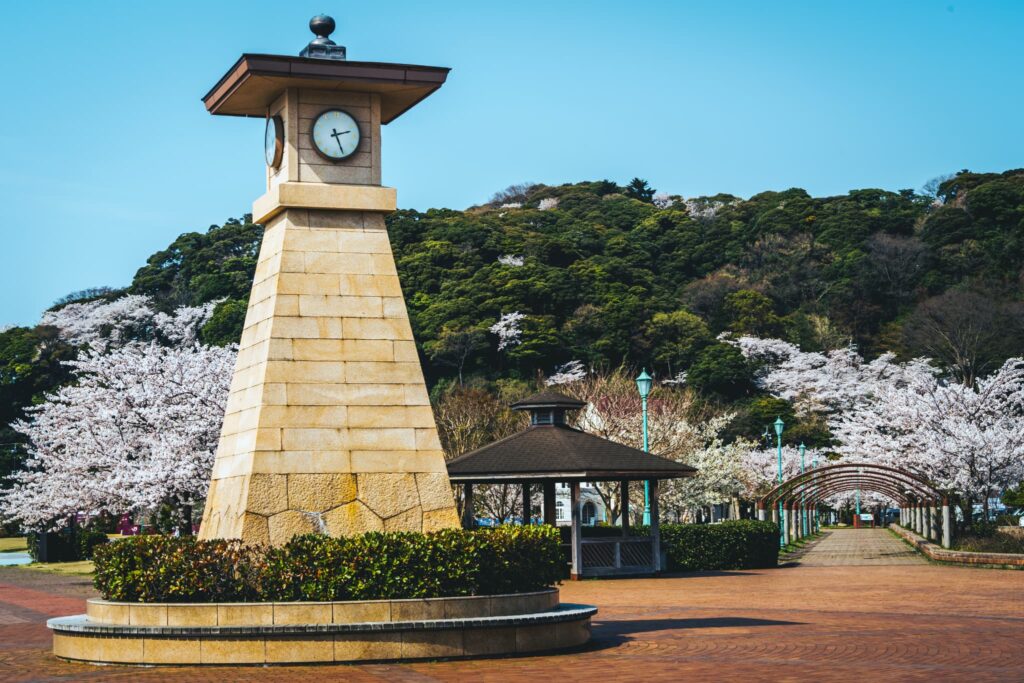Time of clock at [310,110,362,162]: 2:26
